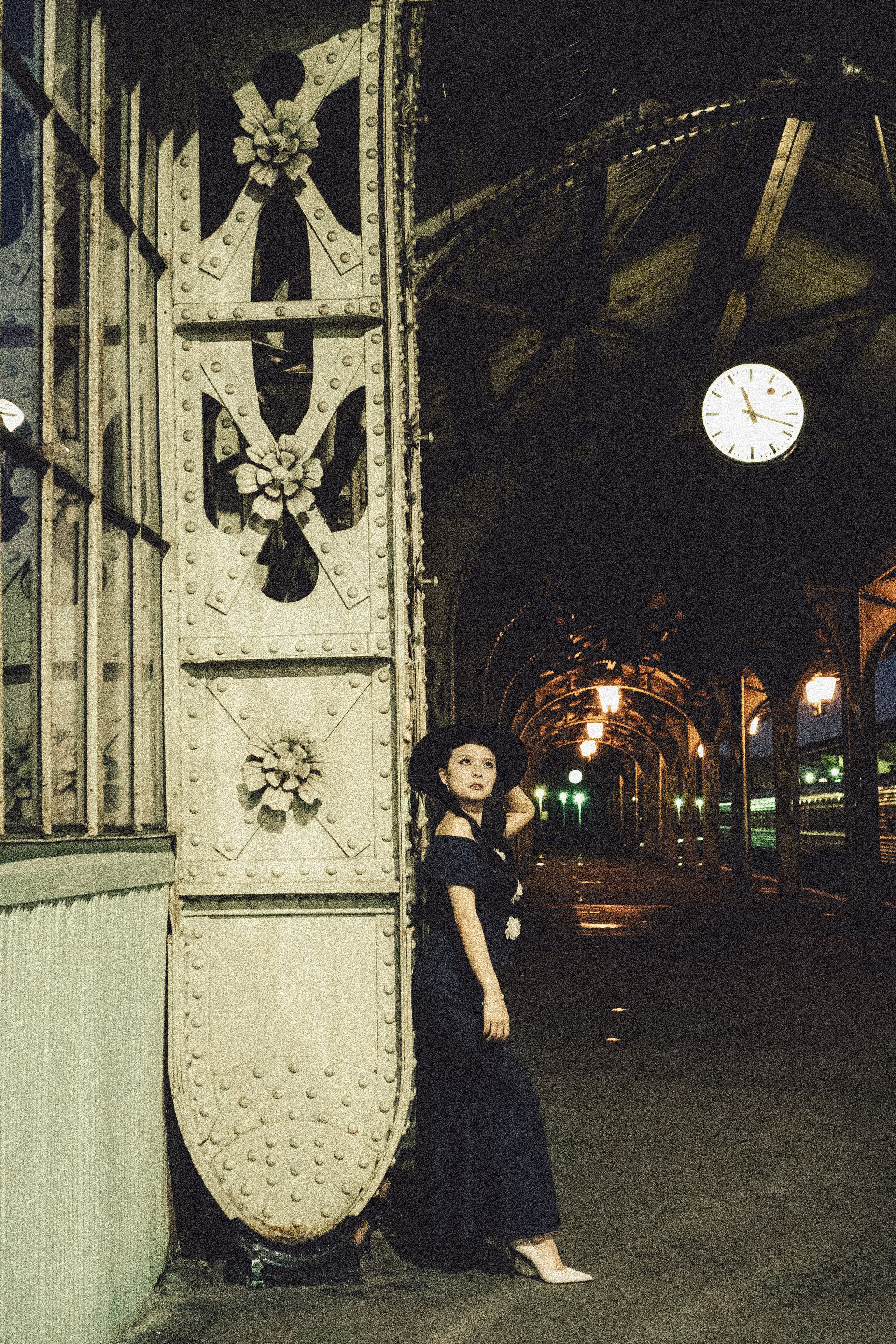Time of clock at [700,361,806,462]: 11:17
